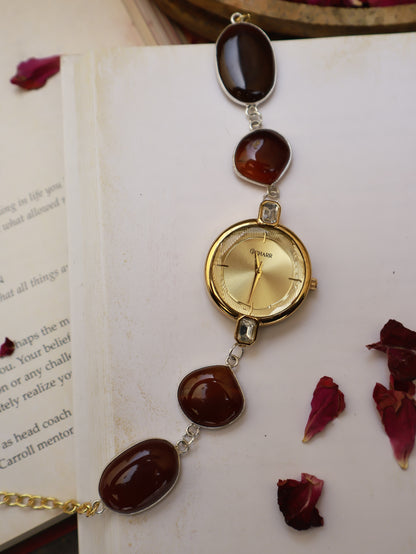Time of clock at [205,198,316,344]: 11:32
